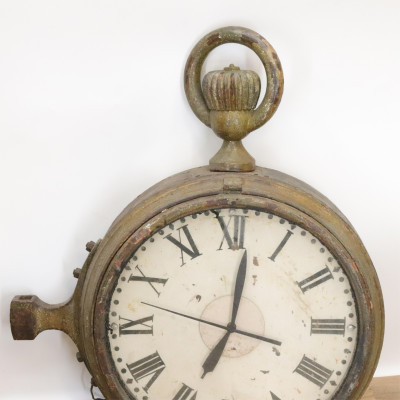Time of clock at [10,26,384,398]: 7:01
